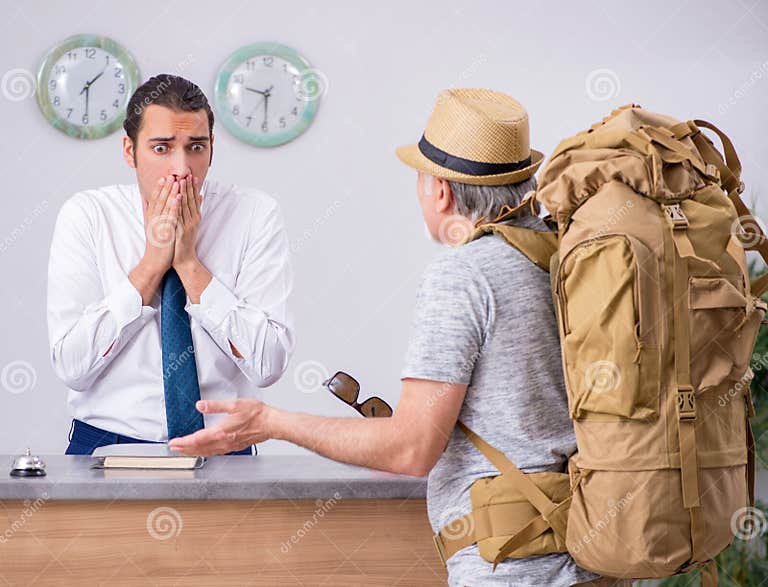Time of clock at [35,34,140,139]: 1:29
